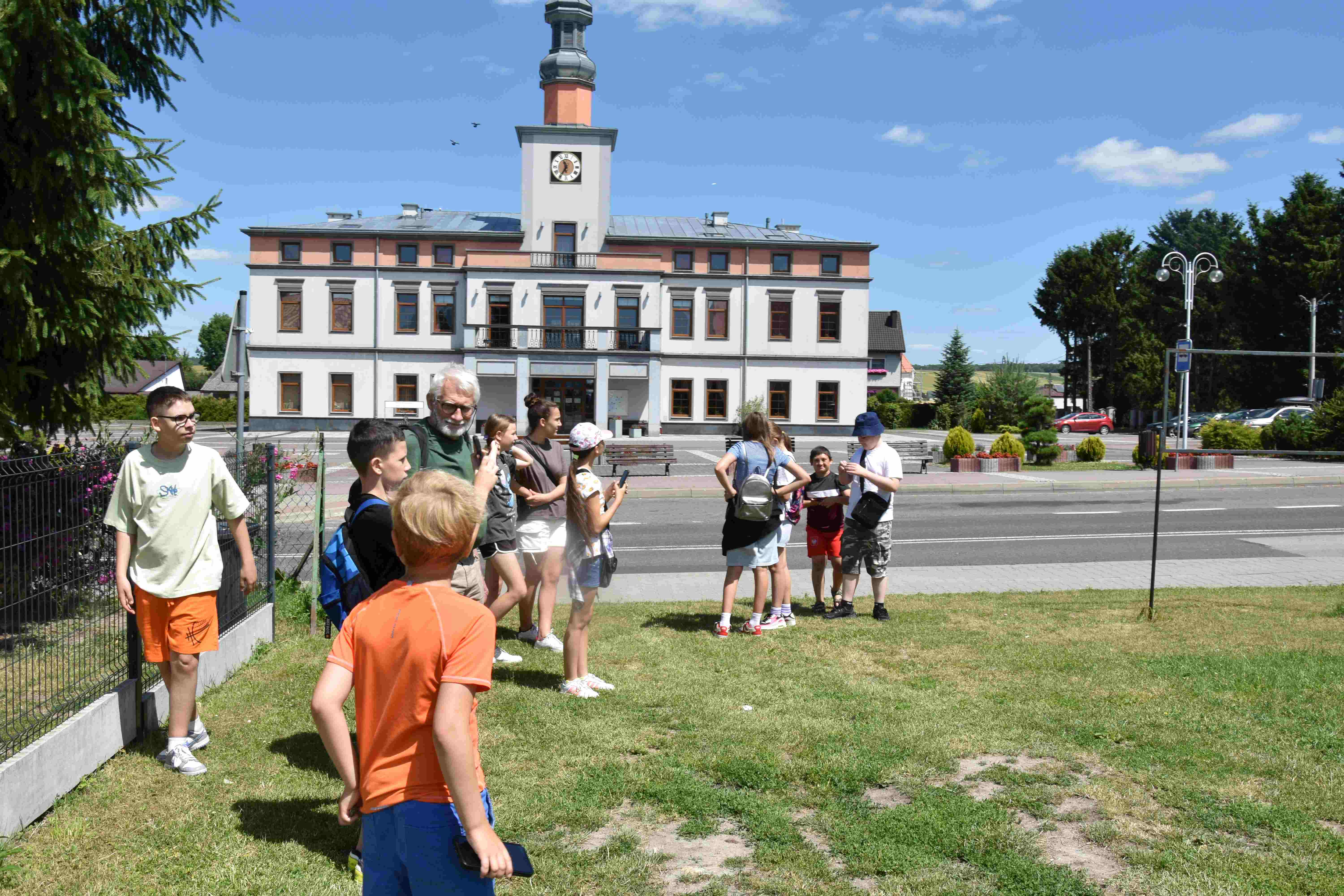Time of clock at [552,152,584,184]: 11:35
